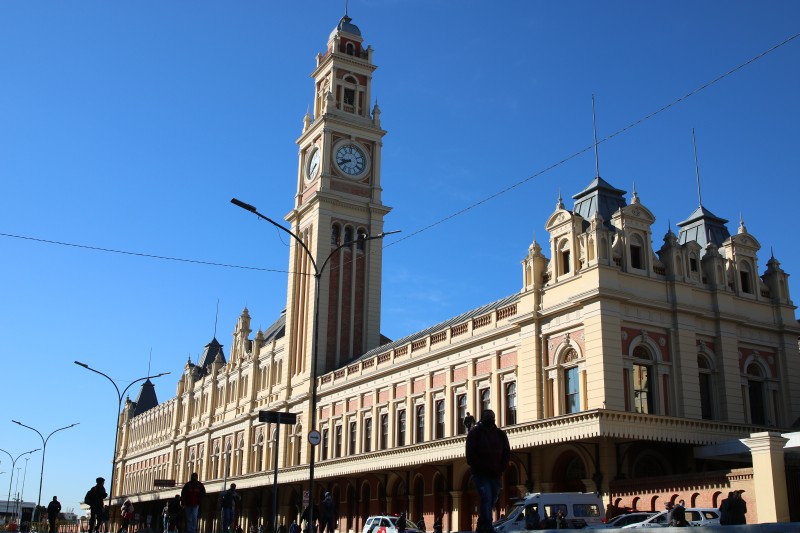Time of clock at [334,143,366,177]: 8:40
